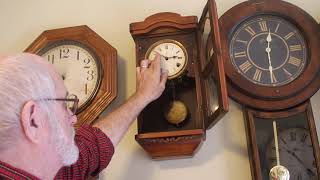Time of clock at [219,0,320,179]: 12:30
